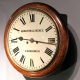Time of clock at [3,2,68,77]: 9:16
